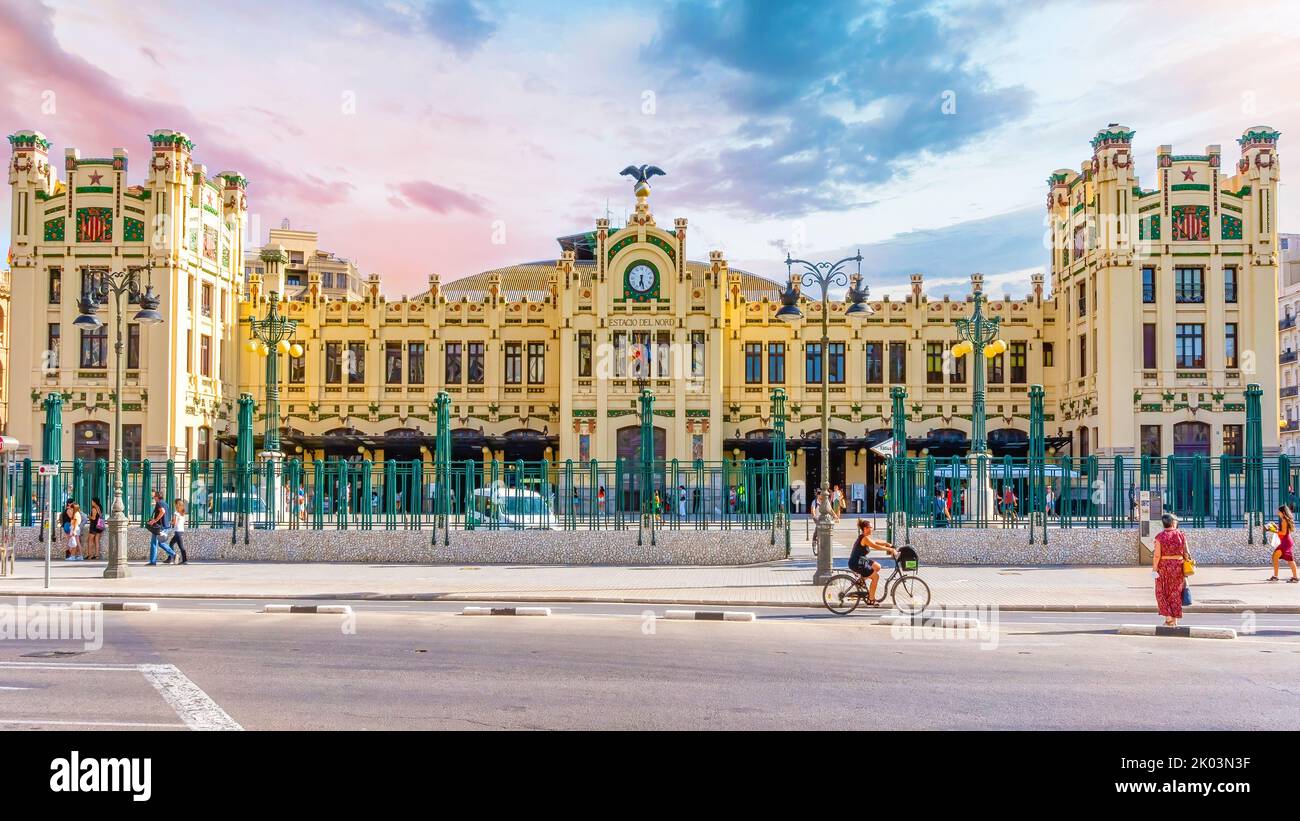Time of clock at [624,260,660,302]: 6:27
